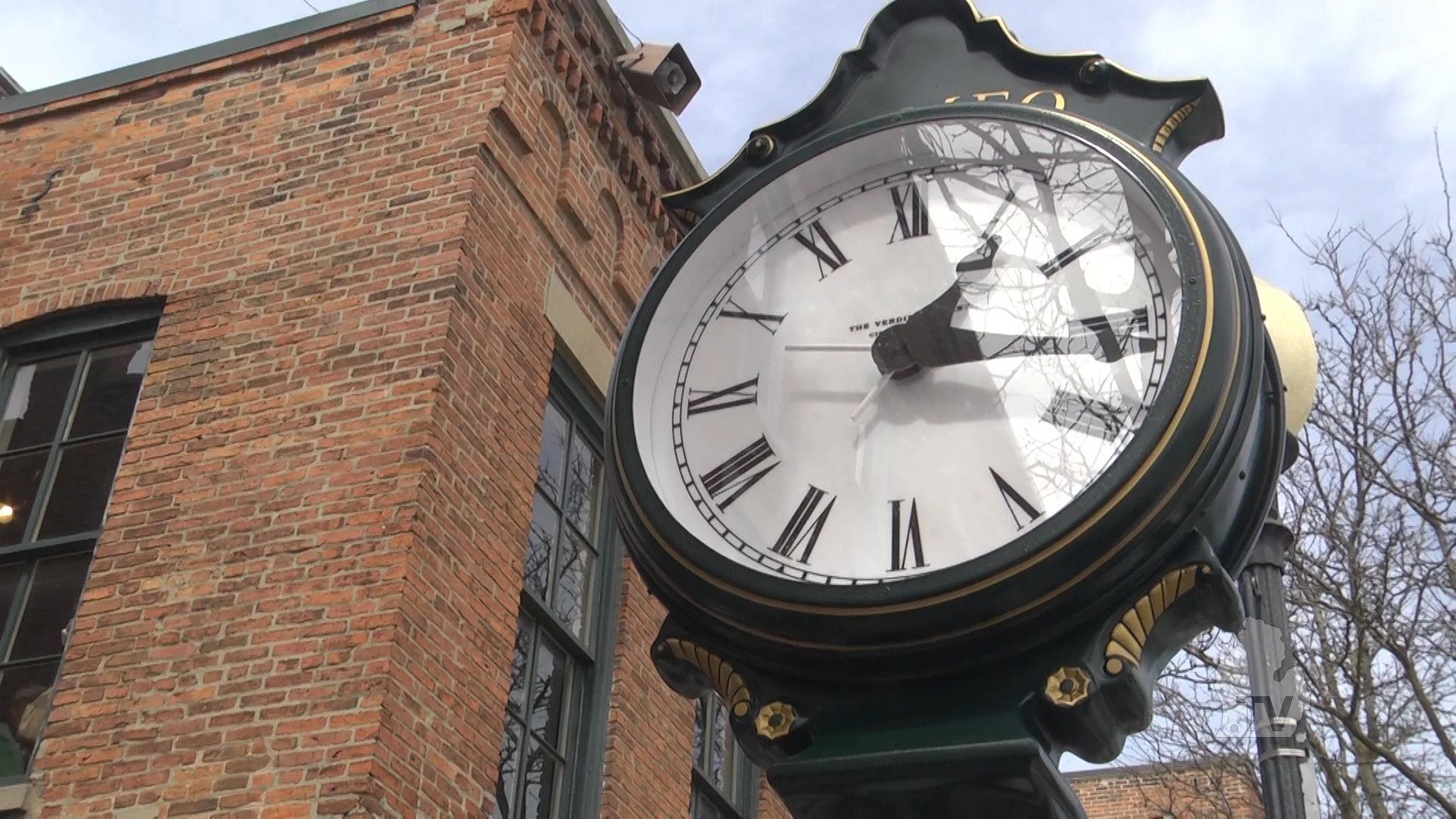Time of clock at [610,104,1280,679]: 1:16
